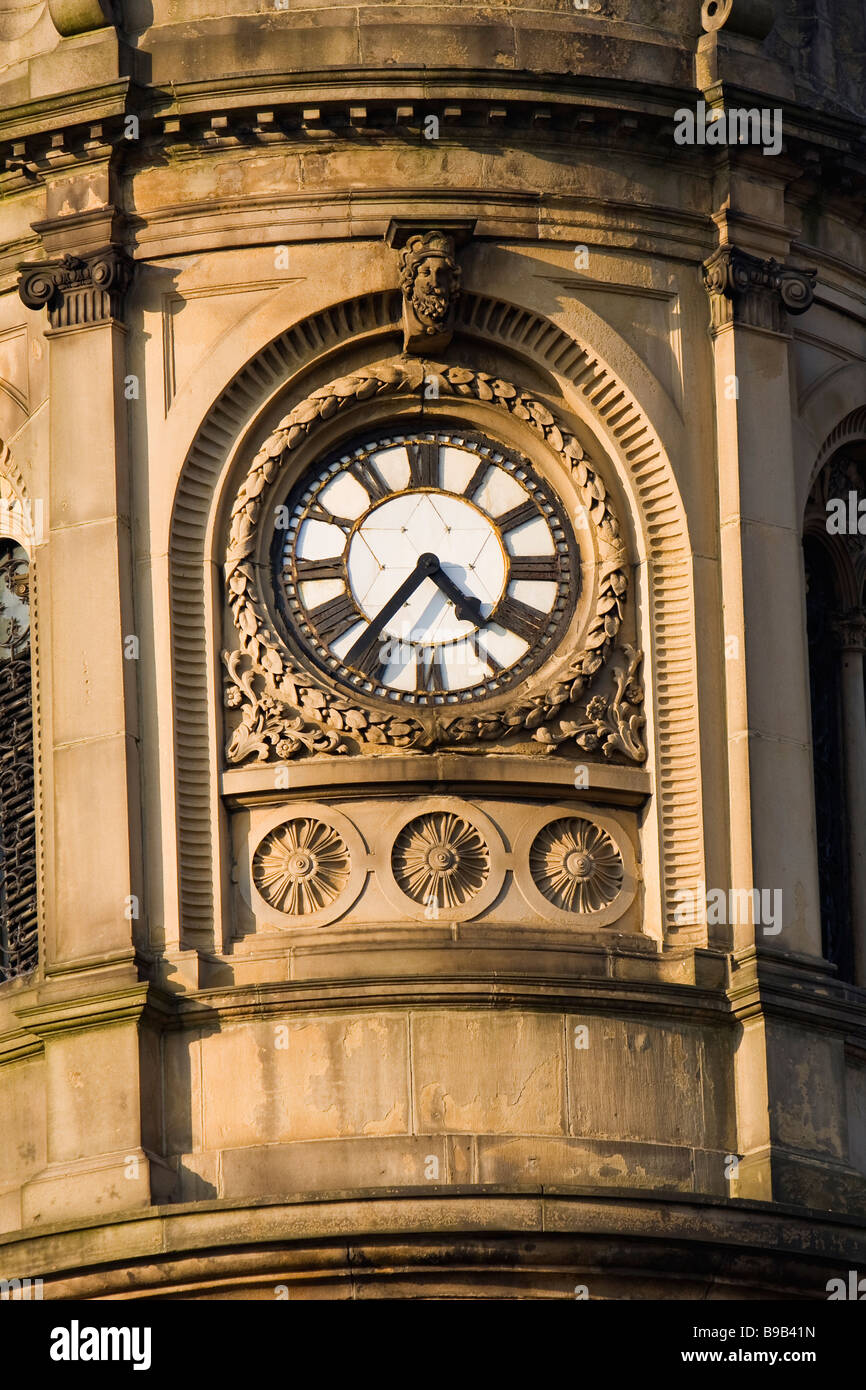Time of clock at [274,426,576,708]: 4:36
